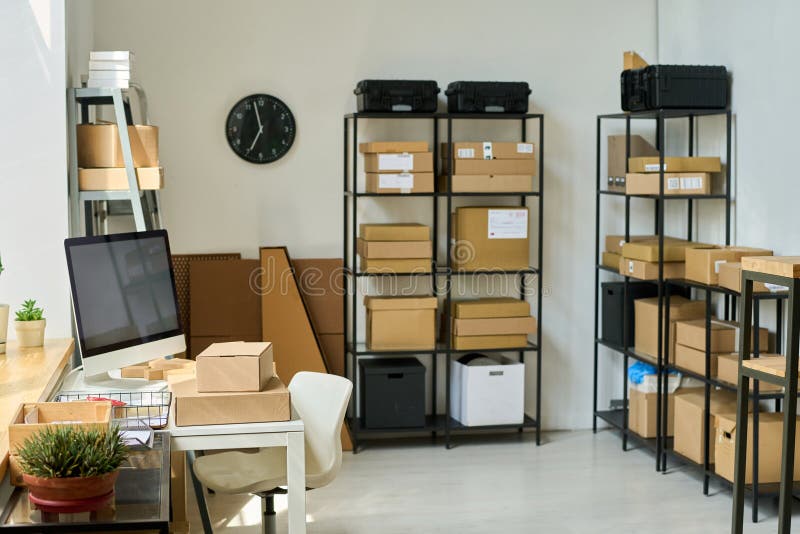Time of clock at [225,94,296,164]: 6:57
